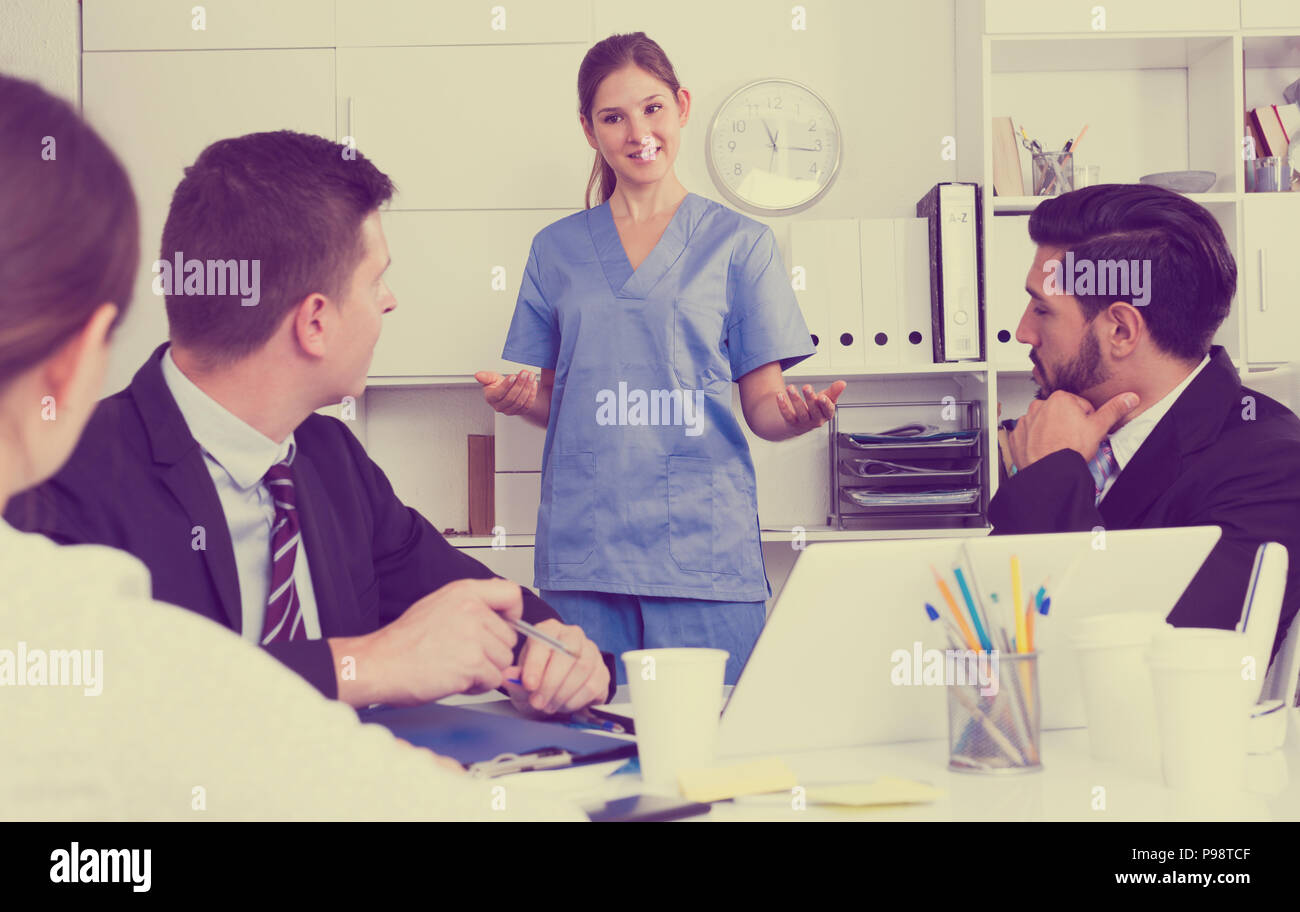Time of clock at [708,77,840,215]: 11:15
